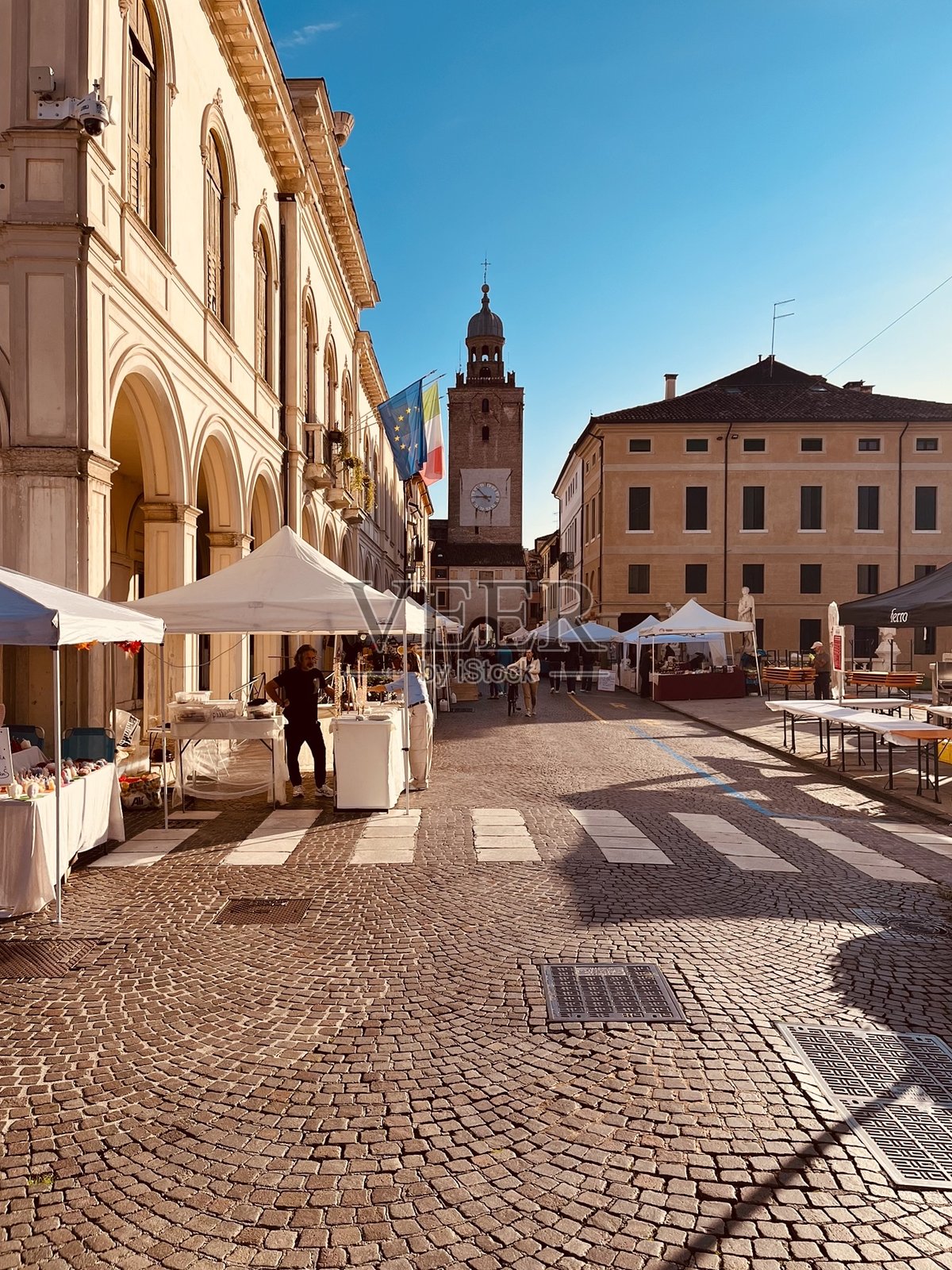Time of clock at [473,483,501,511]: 8:52
